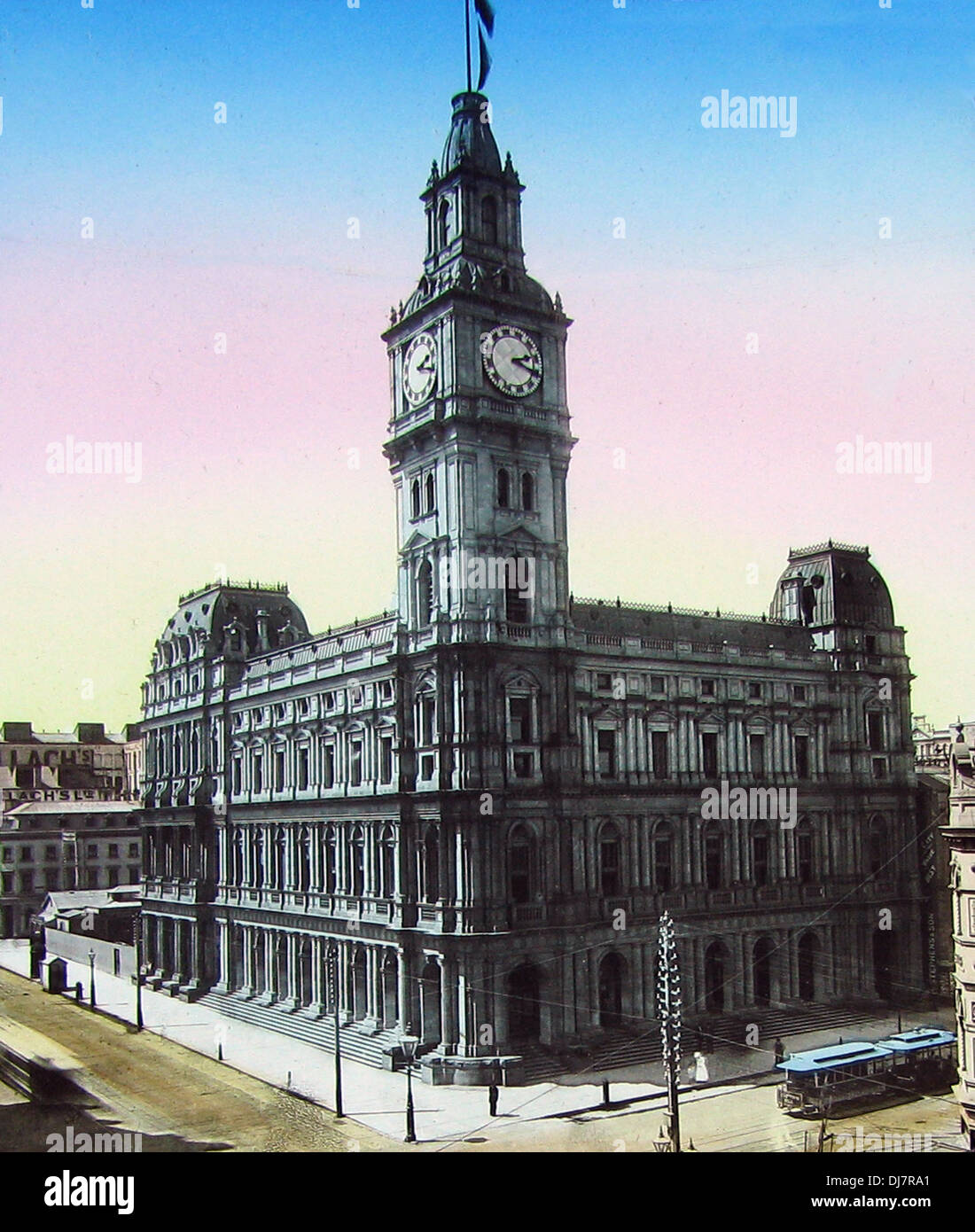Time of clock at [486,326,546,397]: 2:18
